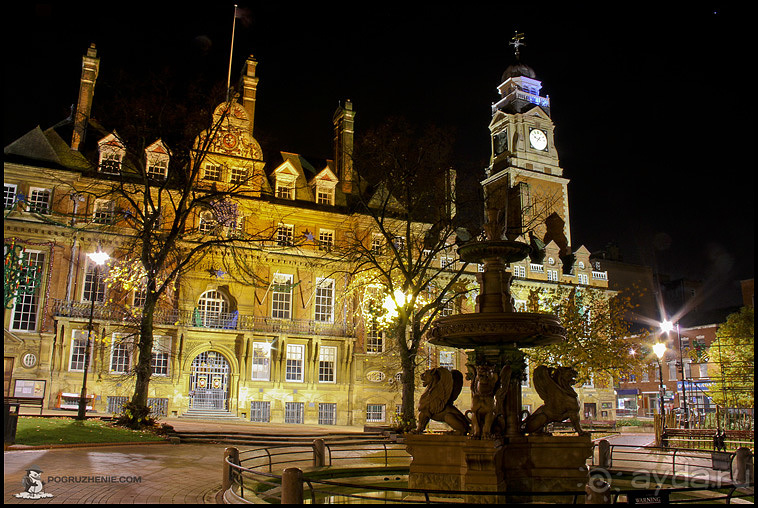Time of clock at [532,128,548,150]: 9:36
